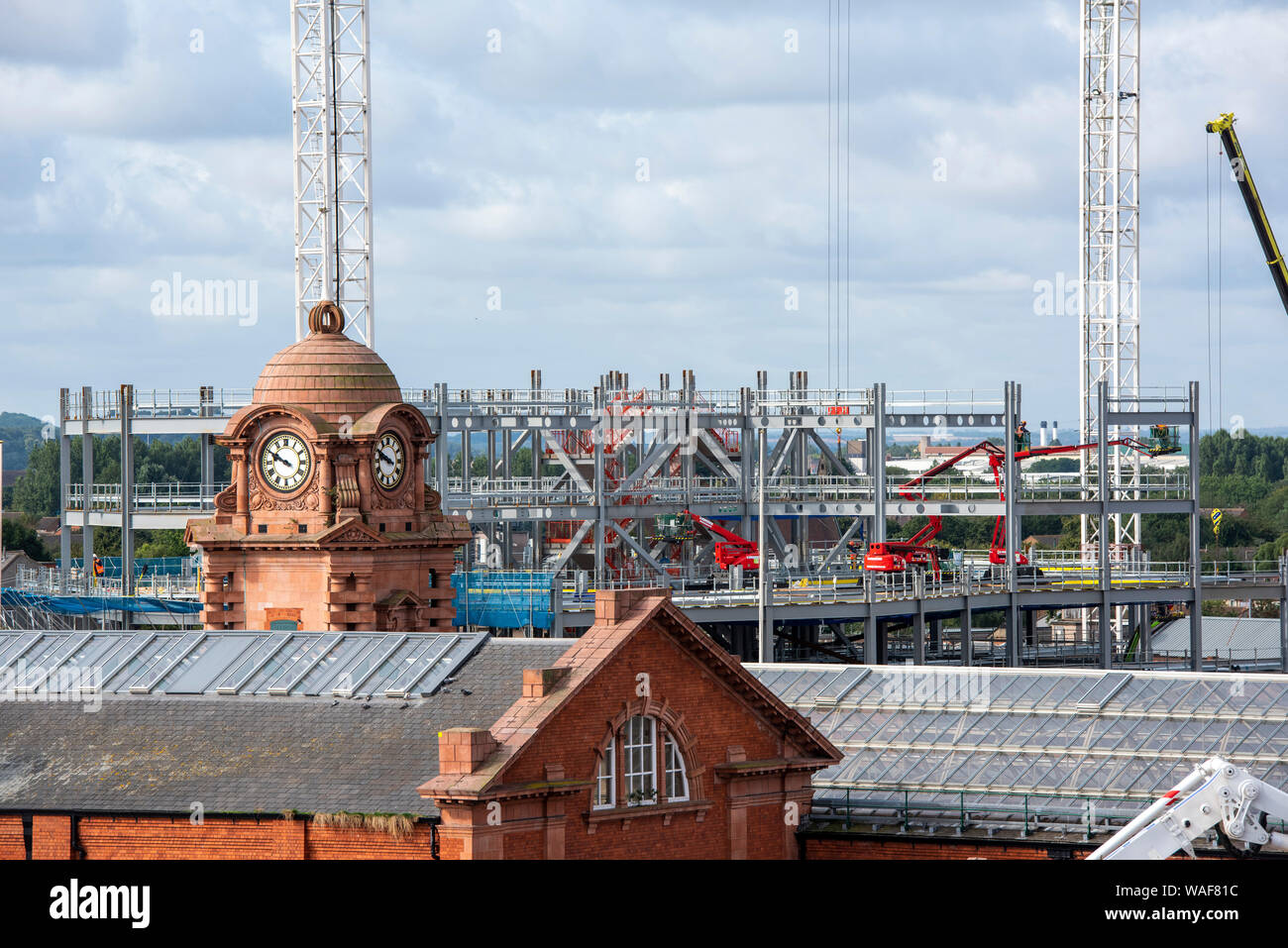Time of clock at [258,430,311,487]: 9:49
